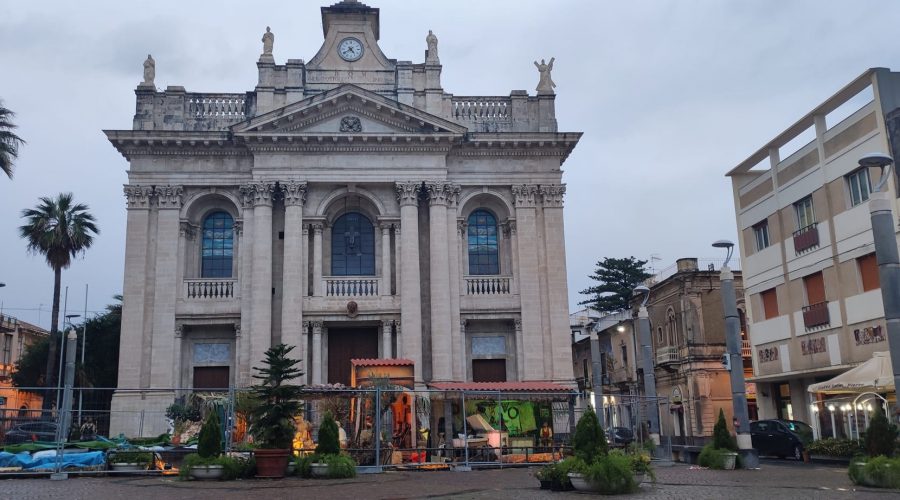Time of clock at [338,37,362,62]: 4:39
